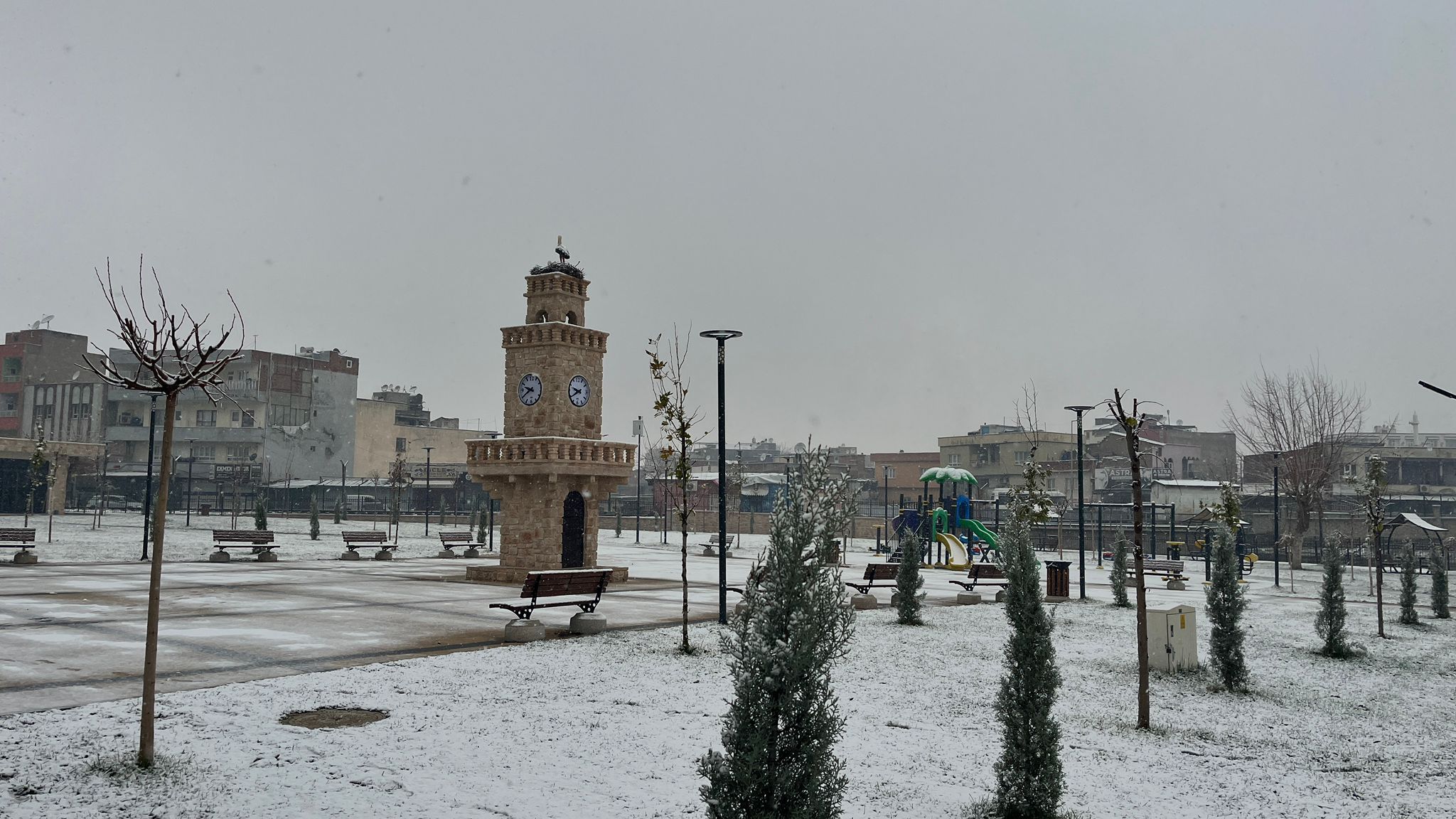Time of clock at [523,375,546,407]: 9:40
